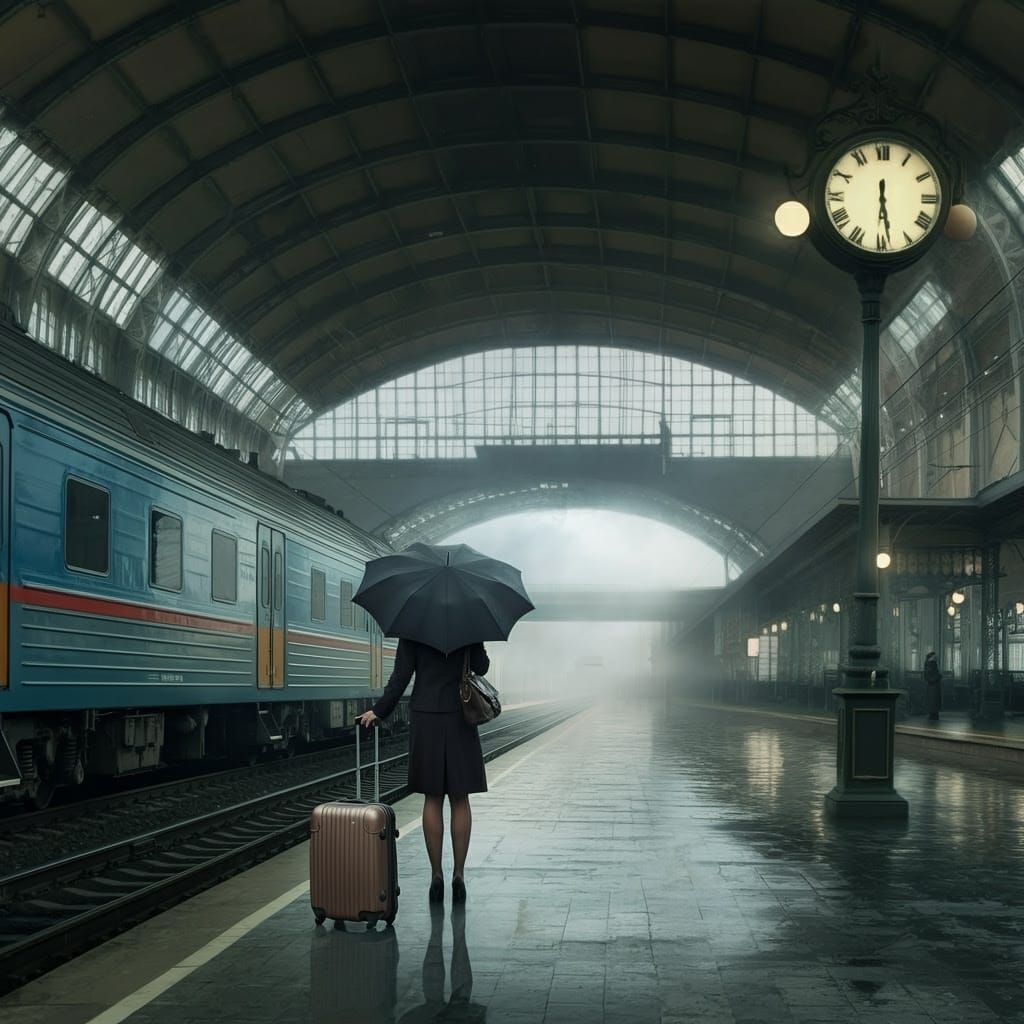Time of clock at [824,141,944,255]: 6:28
